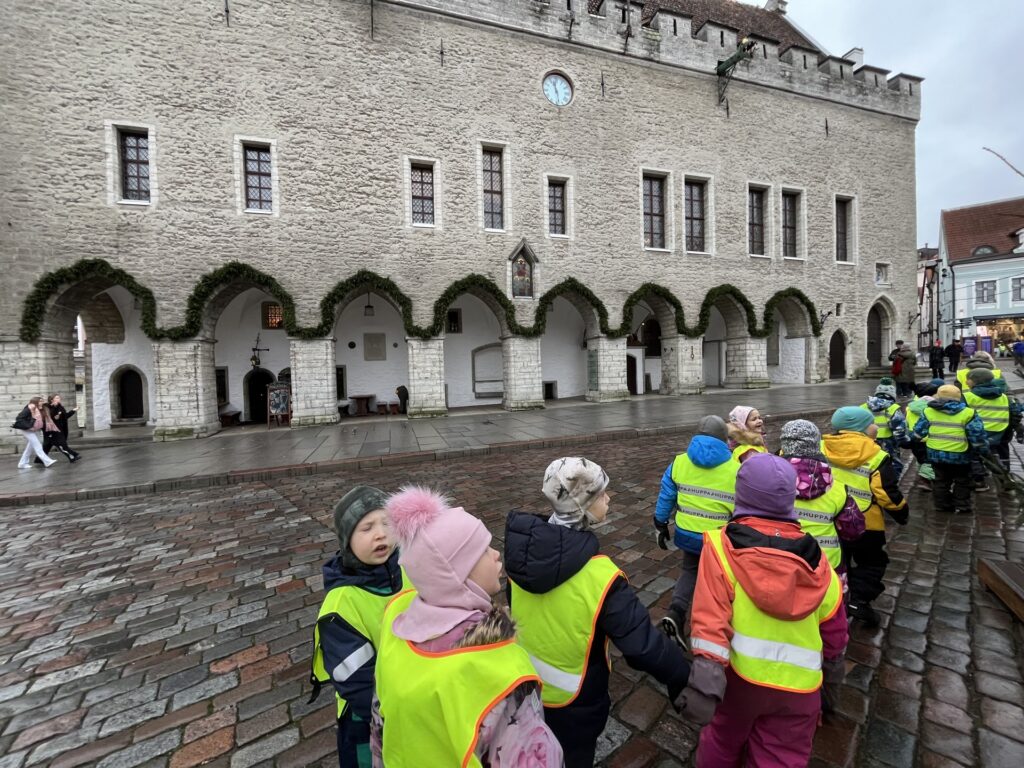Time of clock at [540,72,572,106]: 11:28
